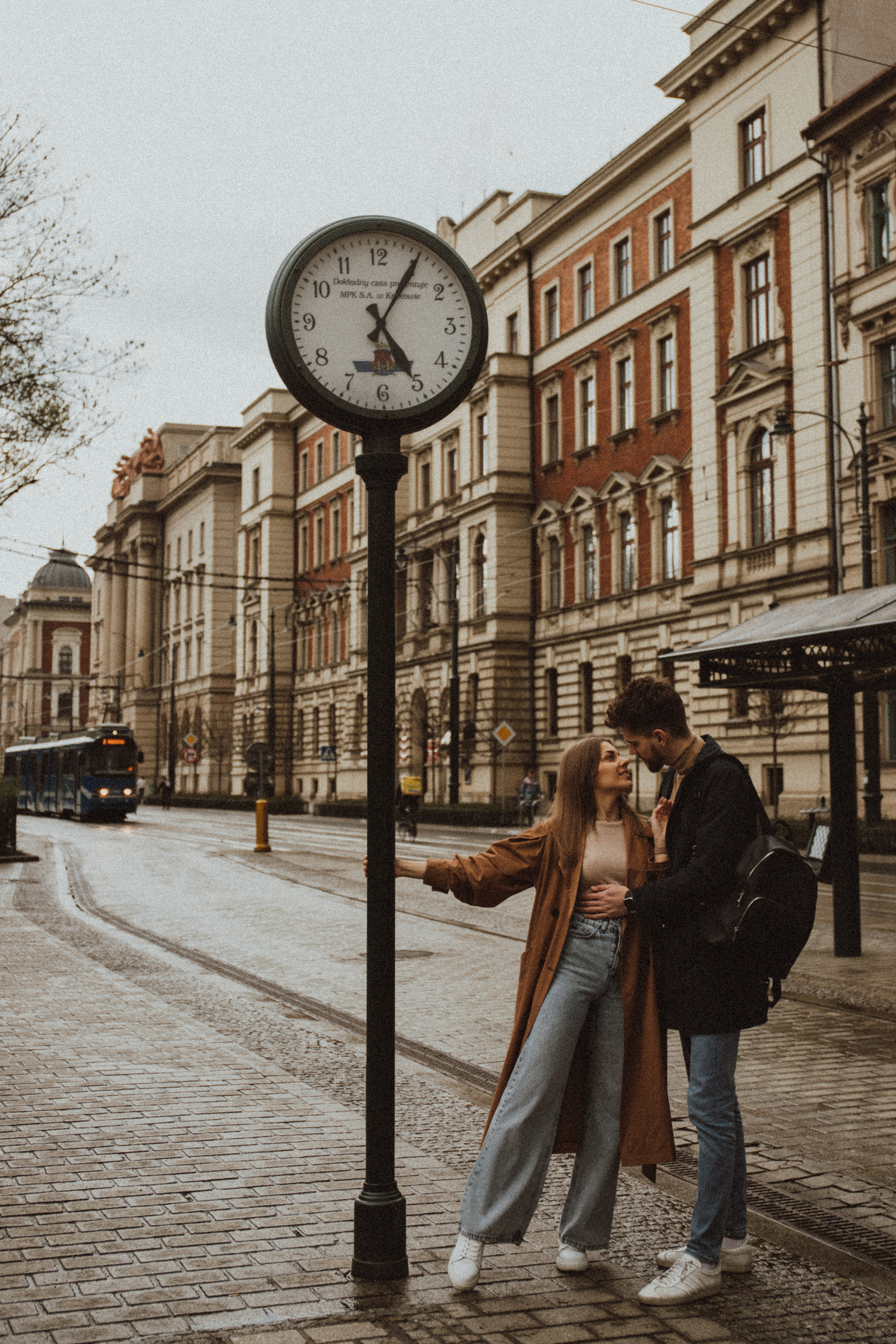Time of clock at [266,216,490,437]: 5:05
